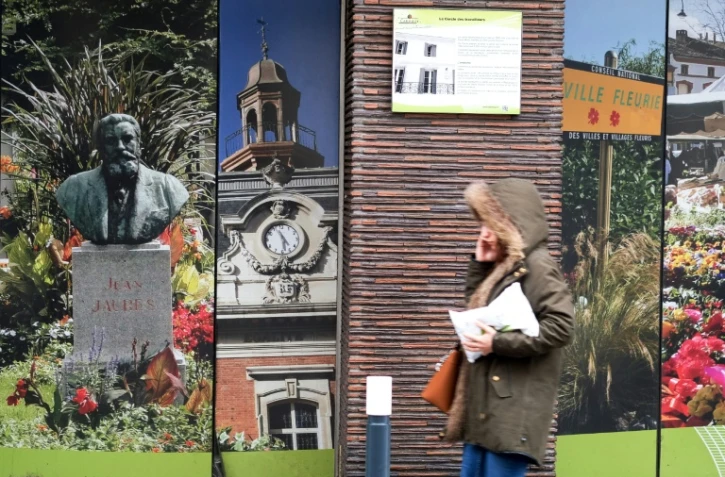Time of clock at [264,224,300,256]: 4:28
